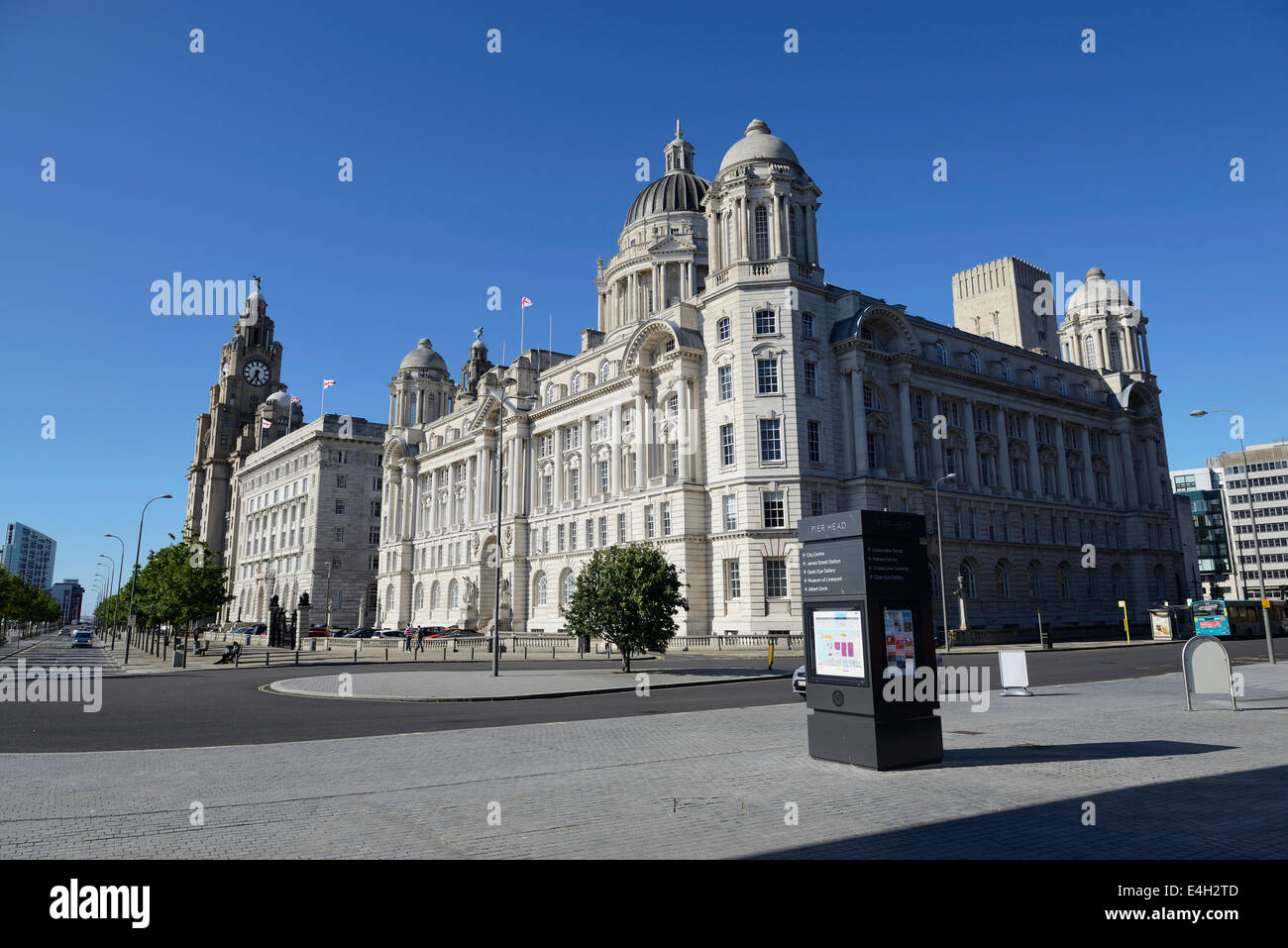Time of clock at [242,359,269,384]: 5:34
